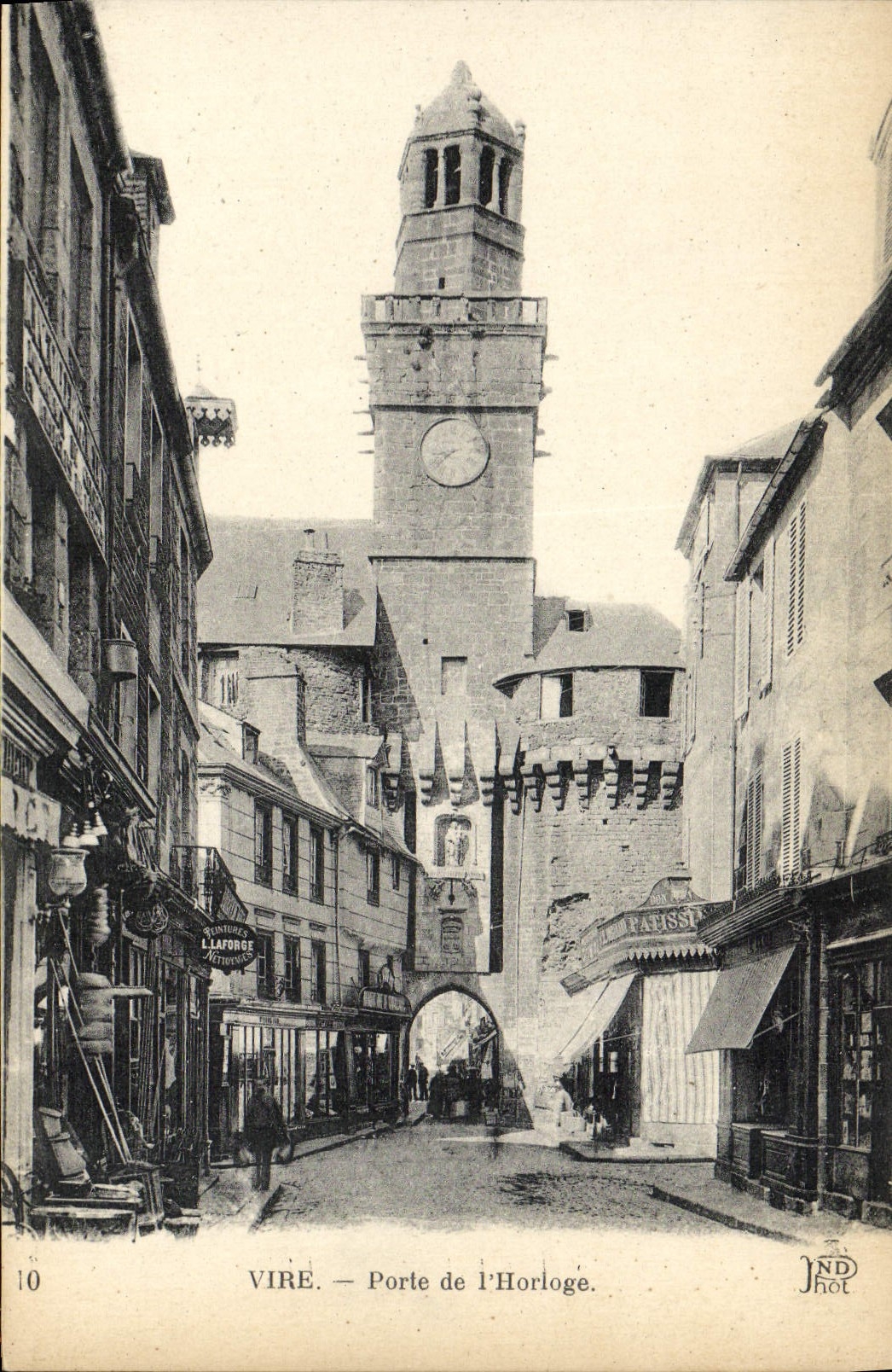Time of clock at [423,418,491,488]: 8:38
